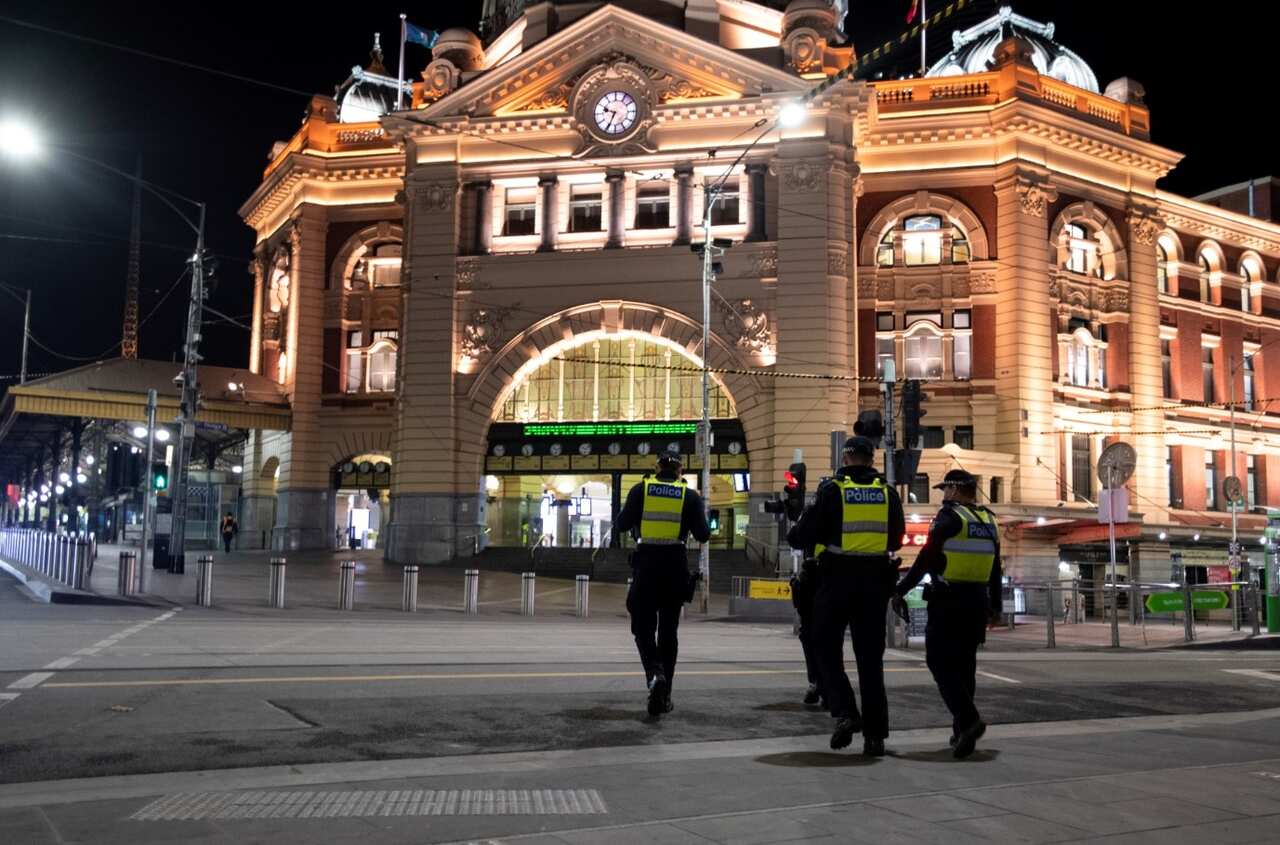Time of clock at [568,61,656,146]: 9:34
